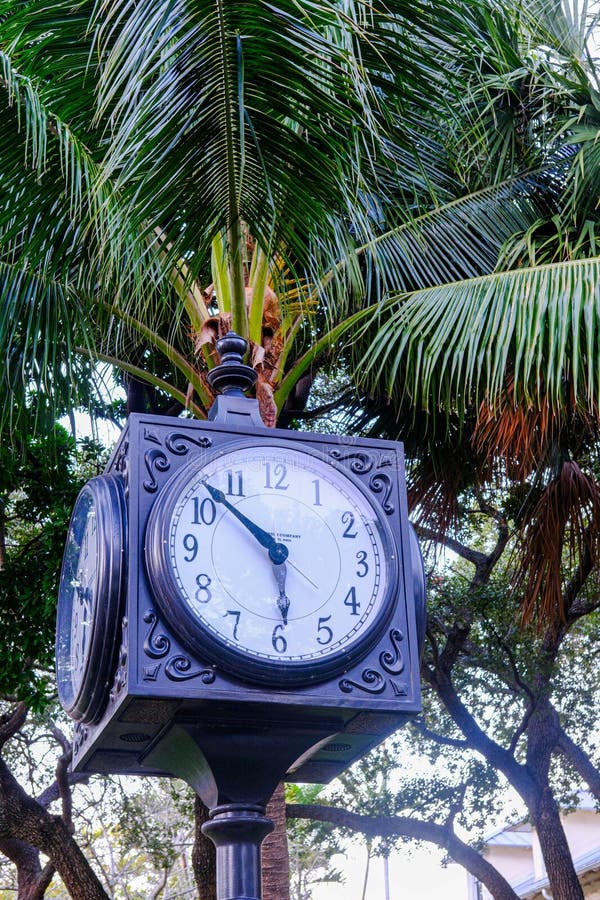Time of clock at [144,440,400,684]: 5:52
